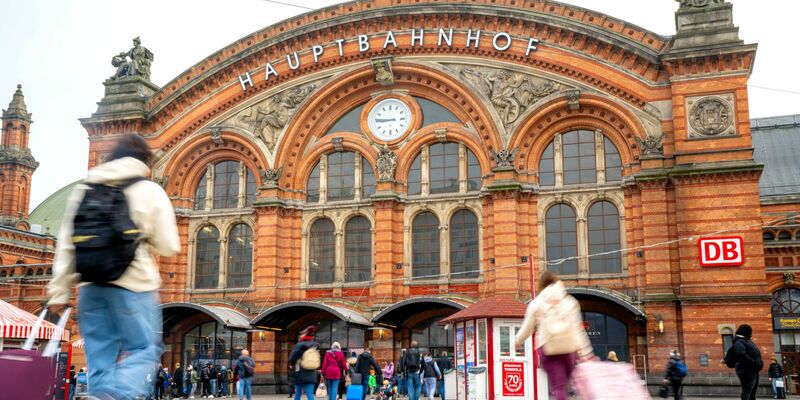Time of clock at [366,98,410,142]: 8:45
